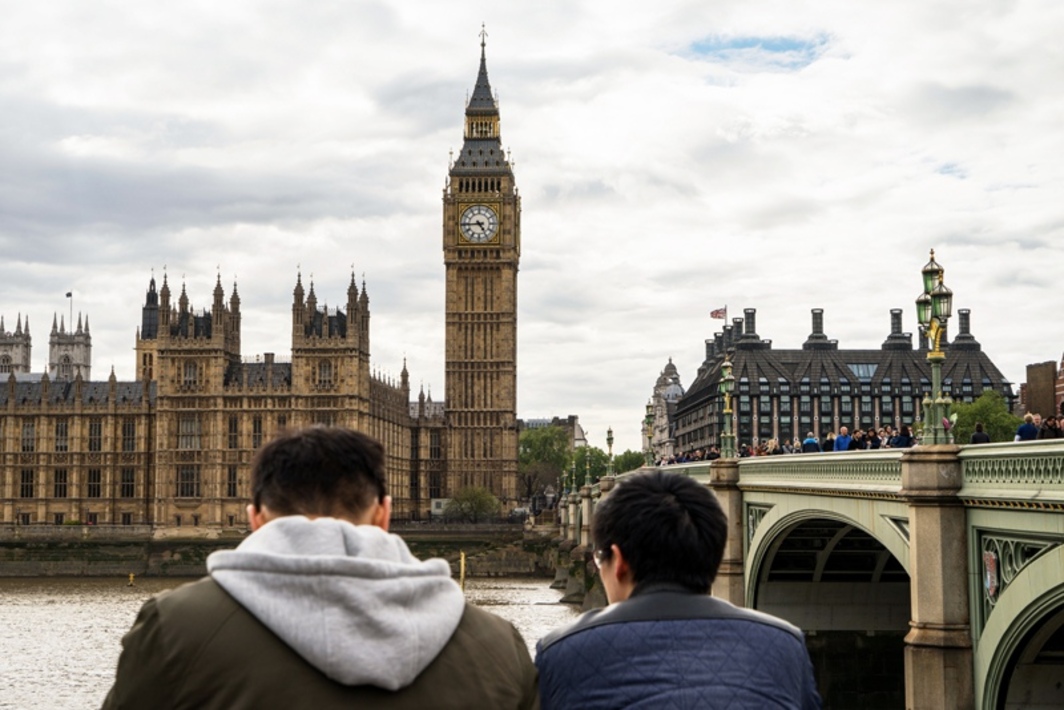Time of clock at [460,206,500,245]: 4:44
